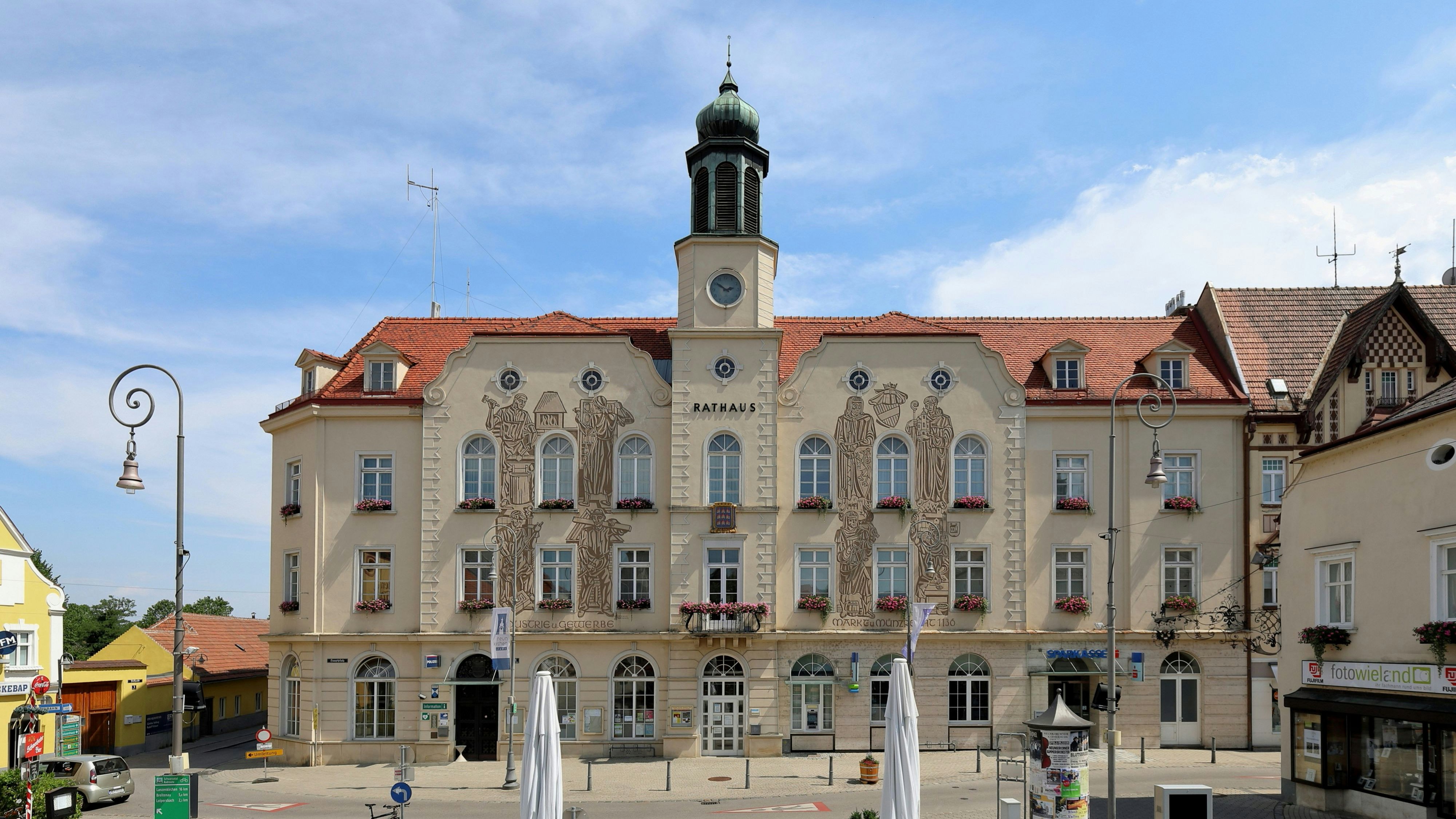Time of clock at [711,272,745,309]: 2:50
